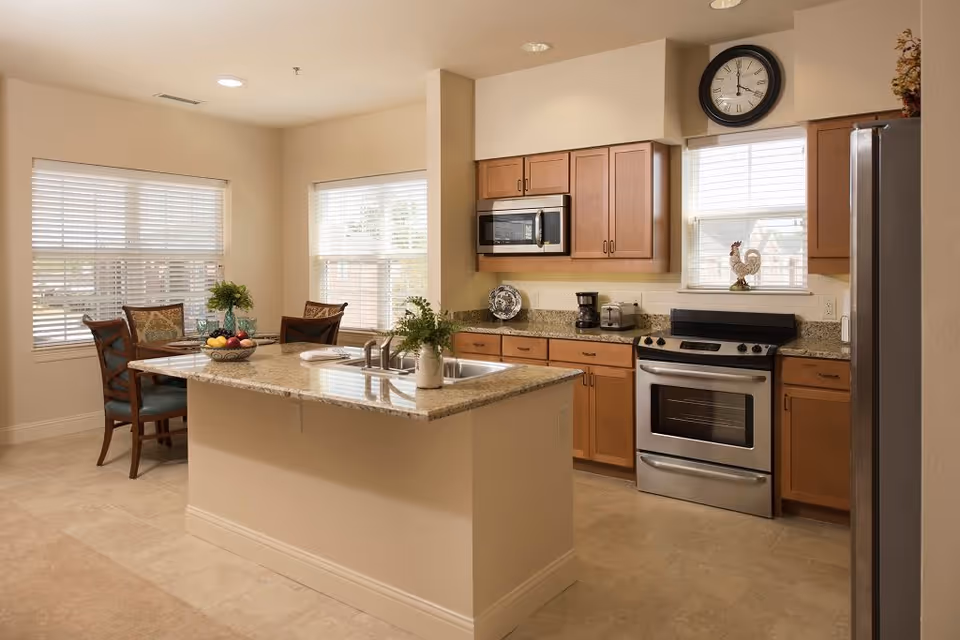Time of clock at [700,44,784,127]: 4:00
